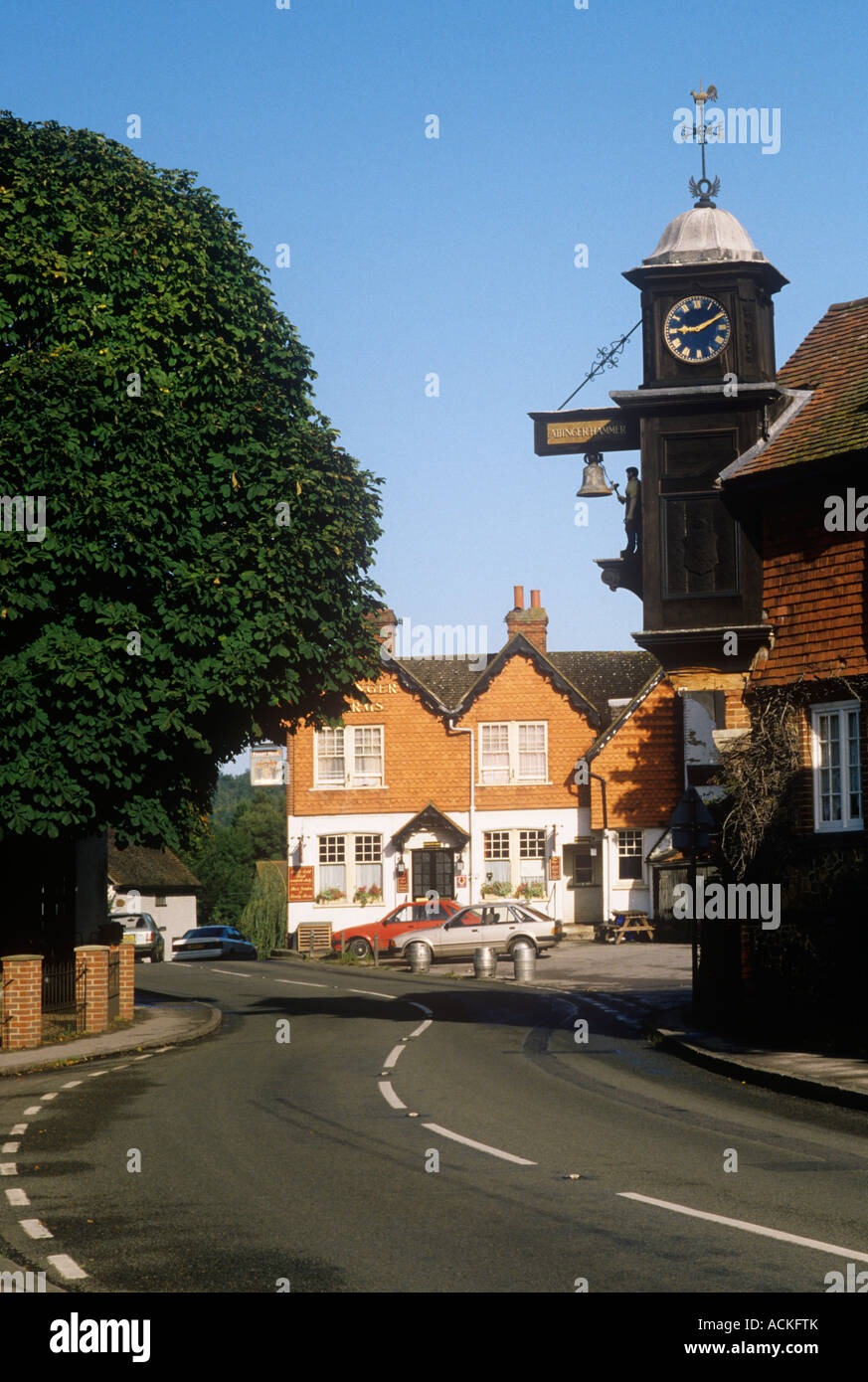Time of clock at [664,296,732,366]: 9:10
